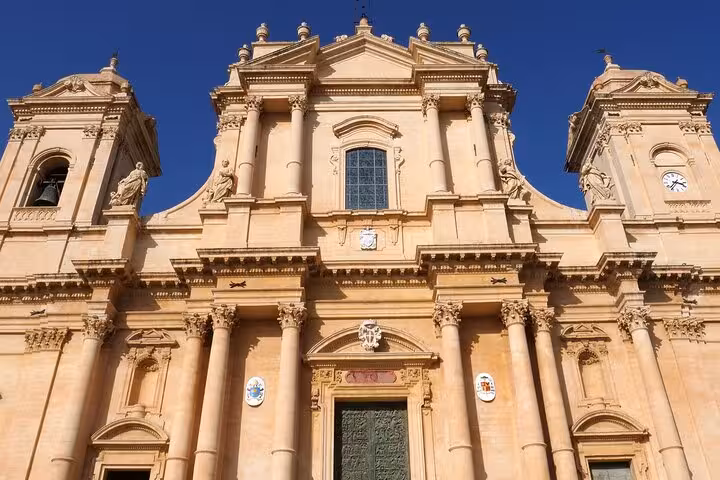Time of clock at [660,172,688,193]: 3:37
